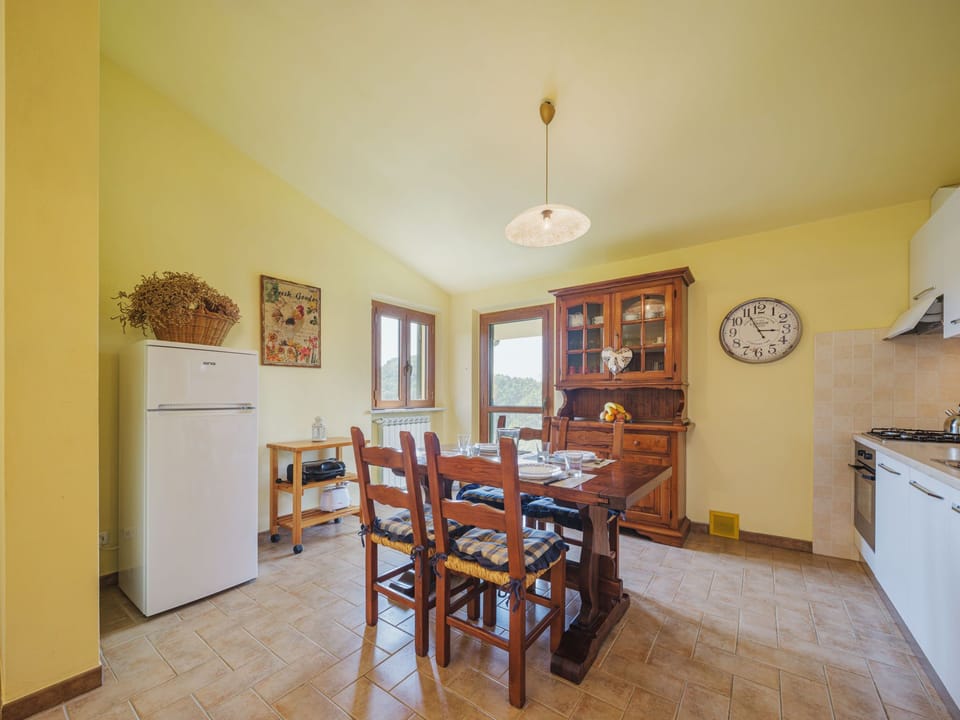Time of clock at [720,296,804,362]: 2:55
